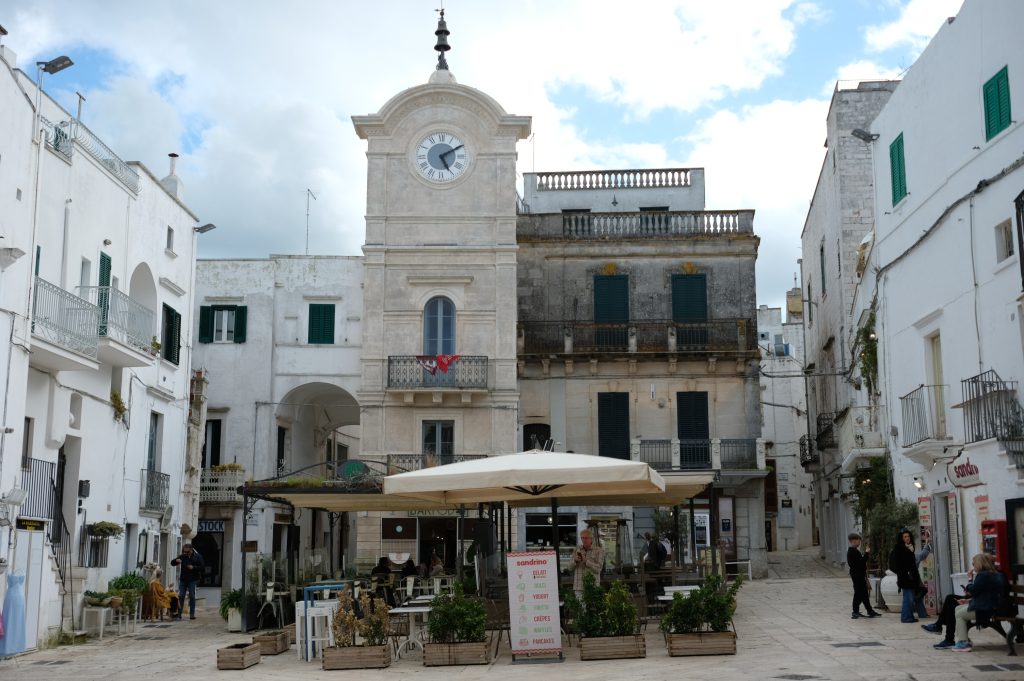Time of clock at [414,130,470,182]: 5:10
